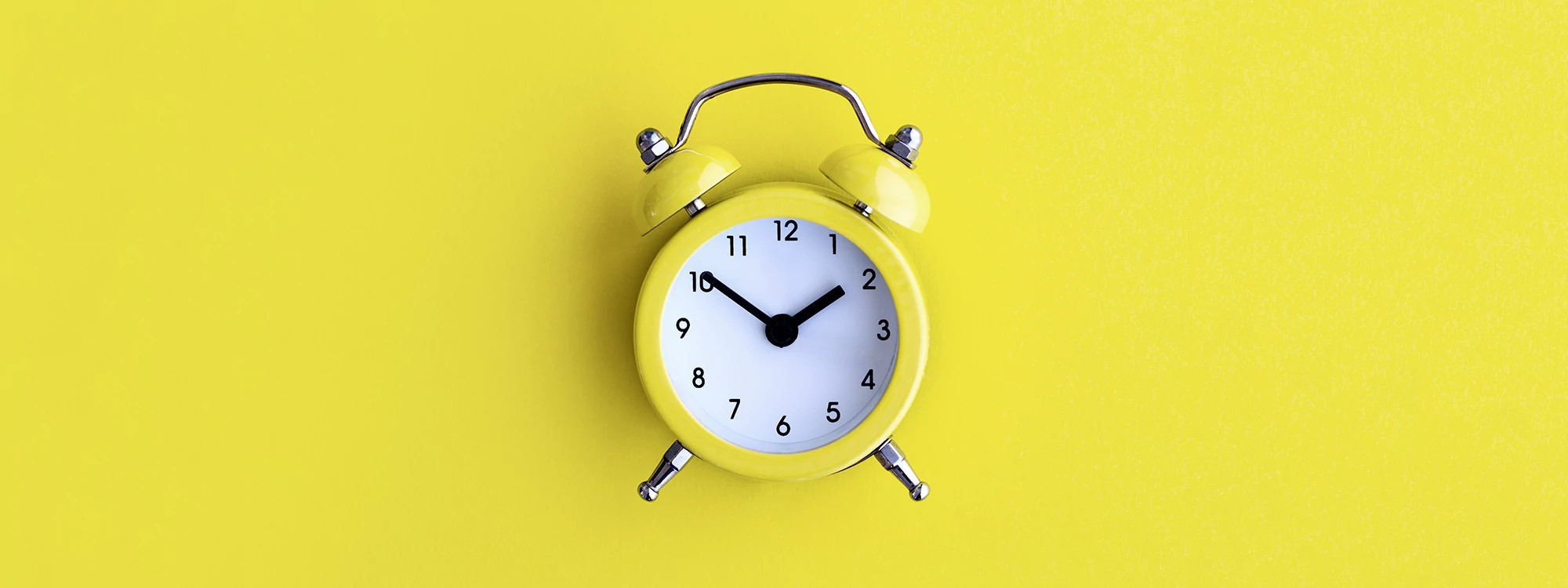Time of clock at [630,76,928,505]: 1:51
